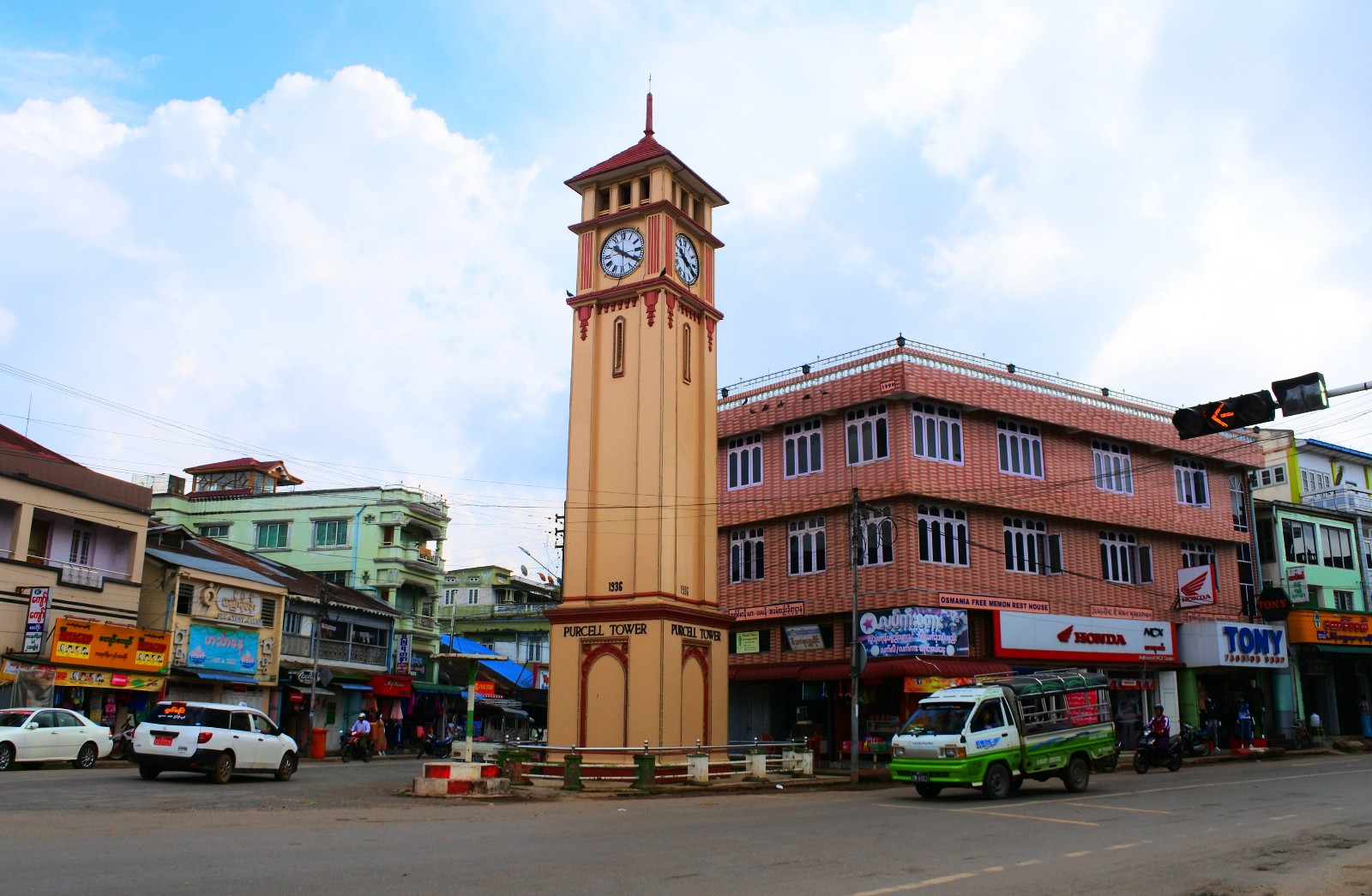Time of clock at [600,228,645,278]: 10:20
